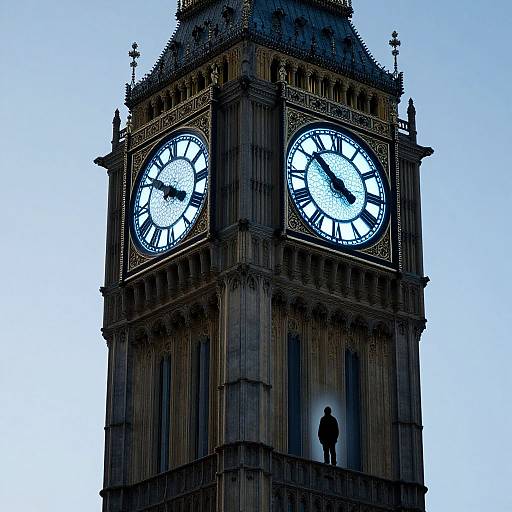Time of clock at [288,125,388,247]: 3:51
